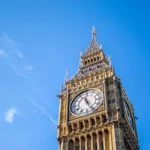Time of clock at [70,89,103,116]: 11:25
